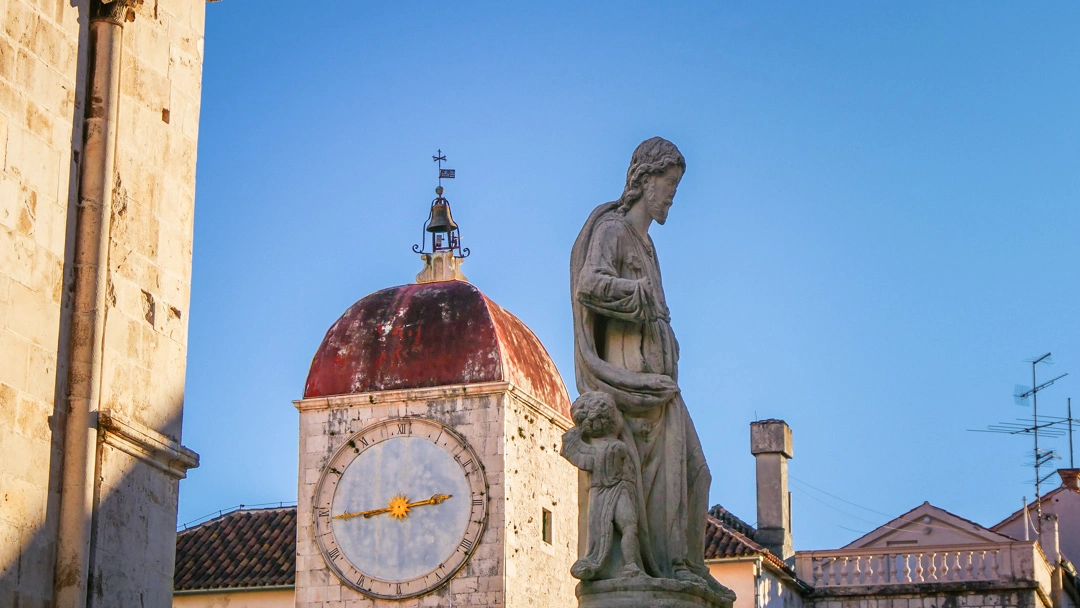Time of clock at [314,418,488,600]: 2:44
